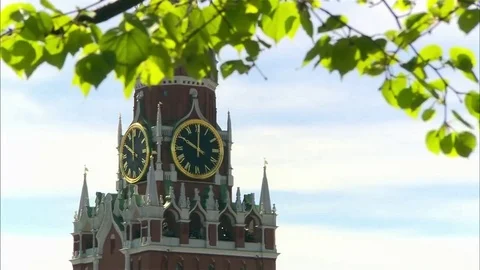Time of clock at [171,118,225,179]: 10:00
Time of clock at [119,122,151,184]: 11:49
